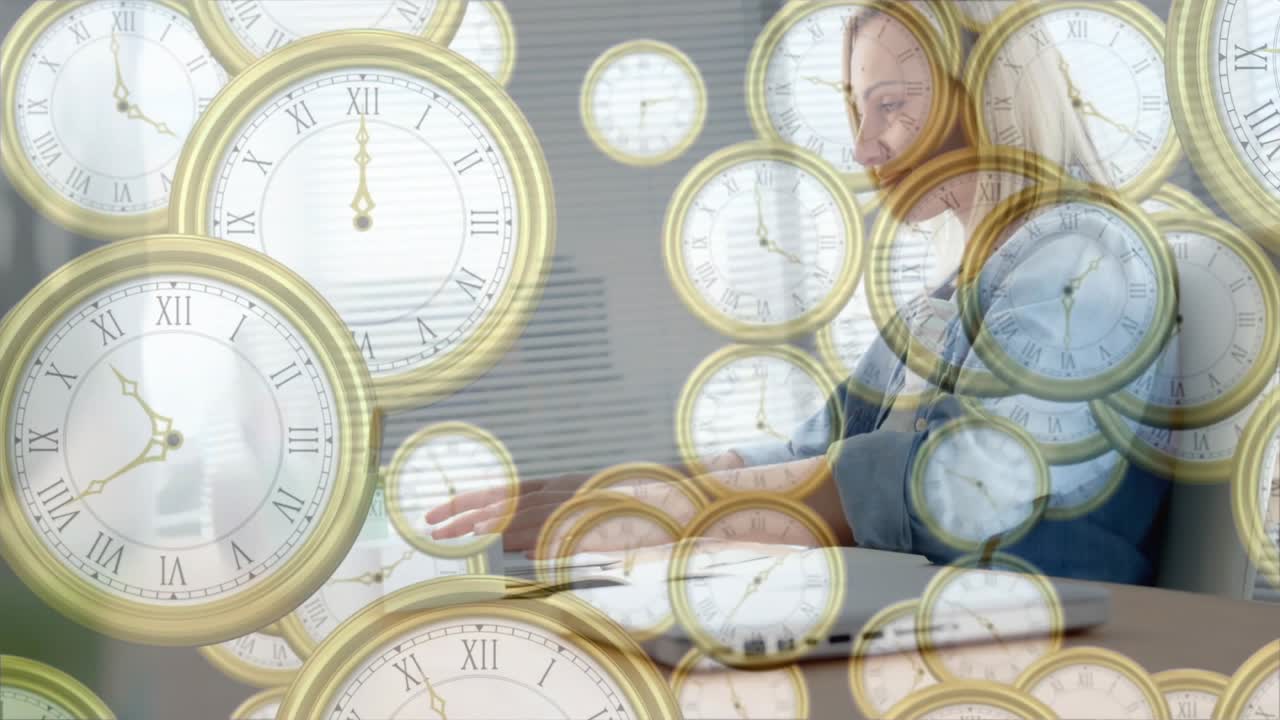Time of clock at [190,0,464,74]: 12:00
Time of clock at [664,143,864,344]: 3:59
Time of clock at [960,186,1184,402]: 1:30
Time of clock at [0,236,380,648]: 10:39
